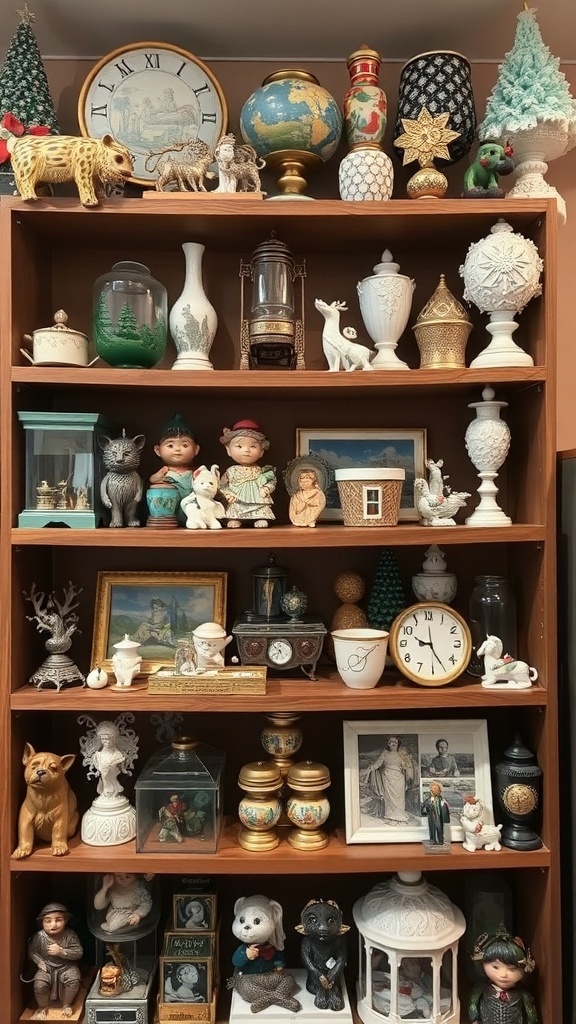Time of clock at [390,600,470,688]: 9:25
